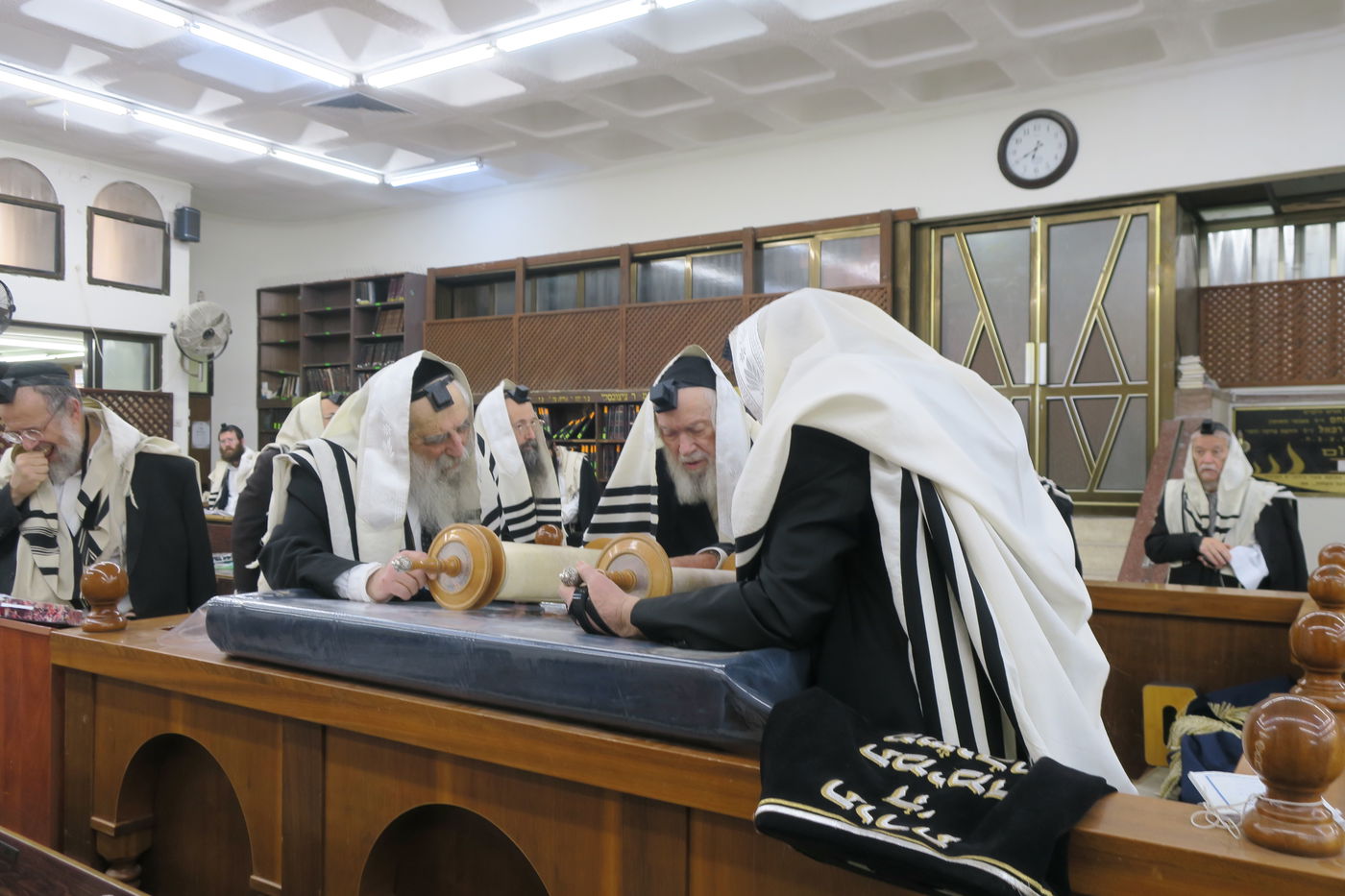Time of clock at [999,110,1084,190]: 6:40
